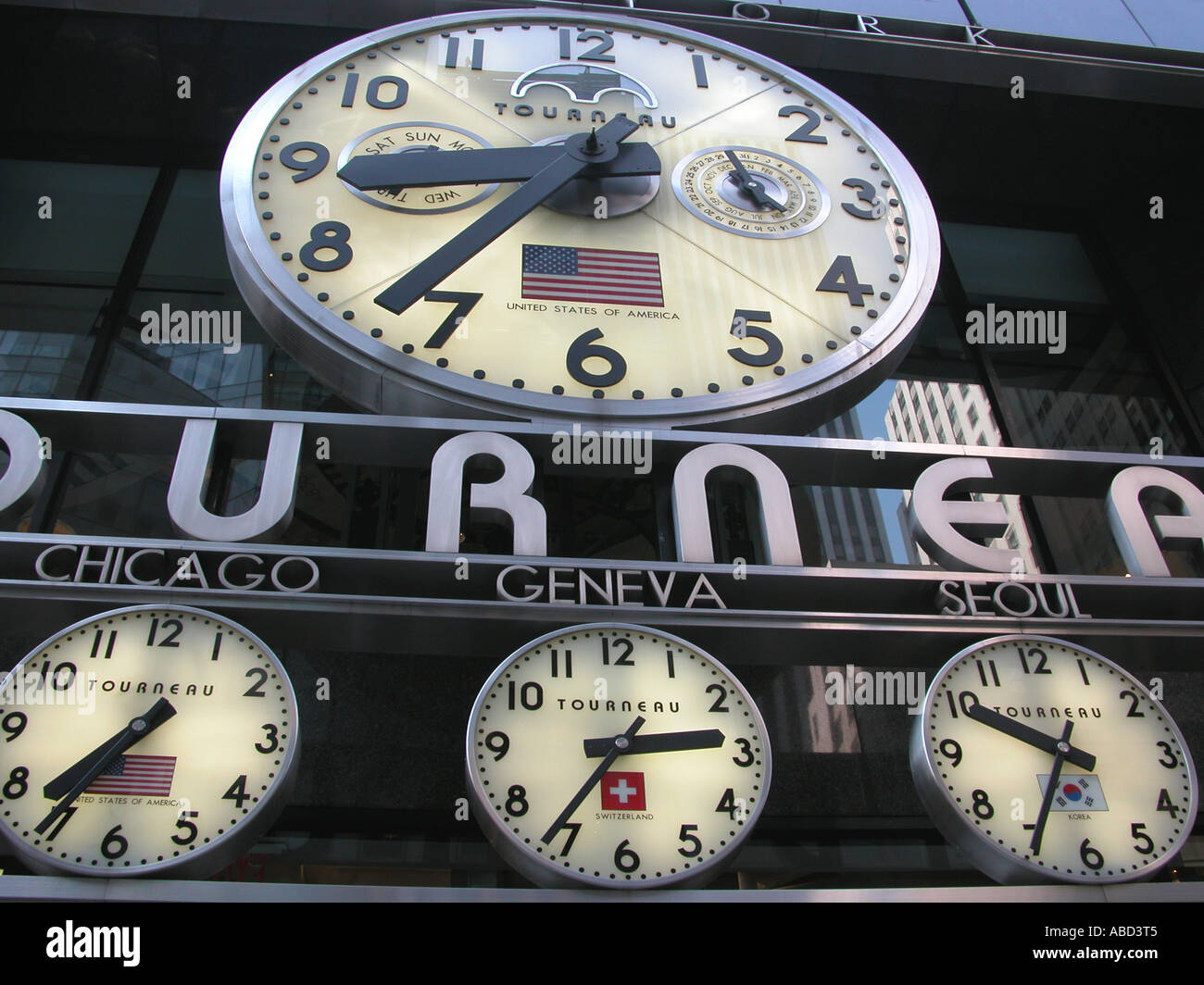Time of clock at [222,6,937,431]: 8:36
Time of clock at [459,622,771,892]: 2:36
